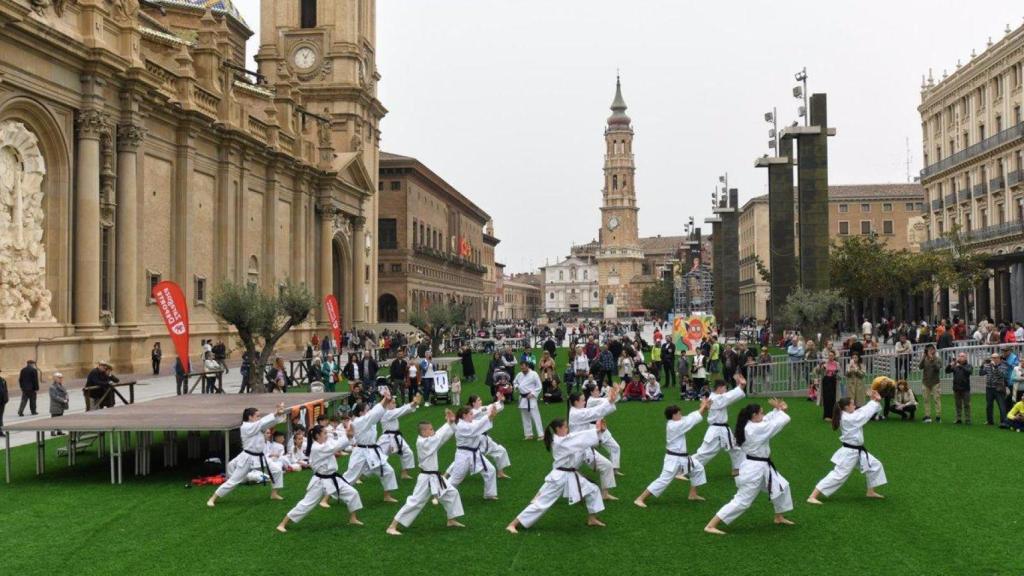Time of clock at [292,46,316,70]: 6:06
